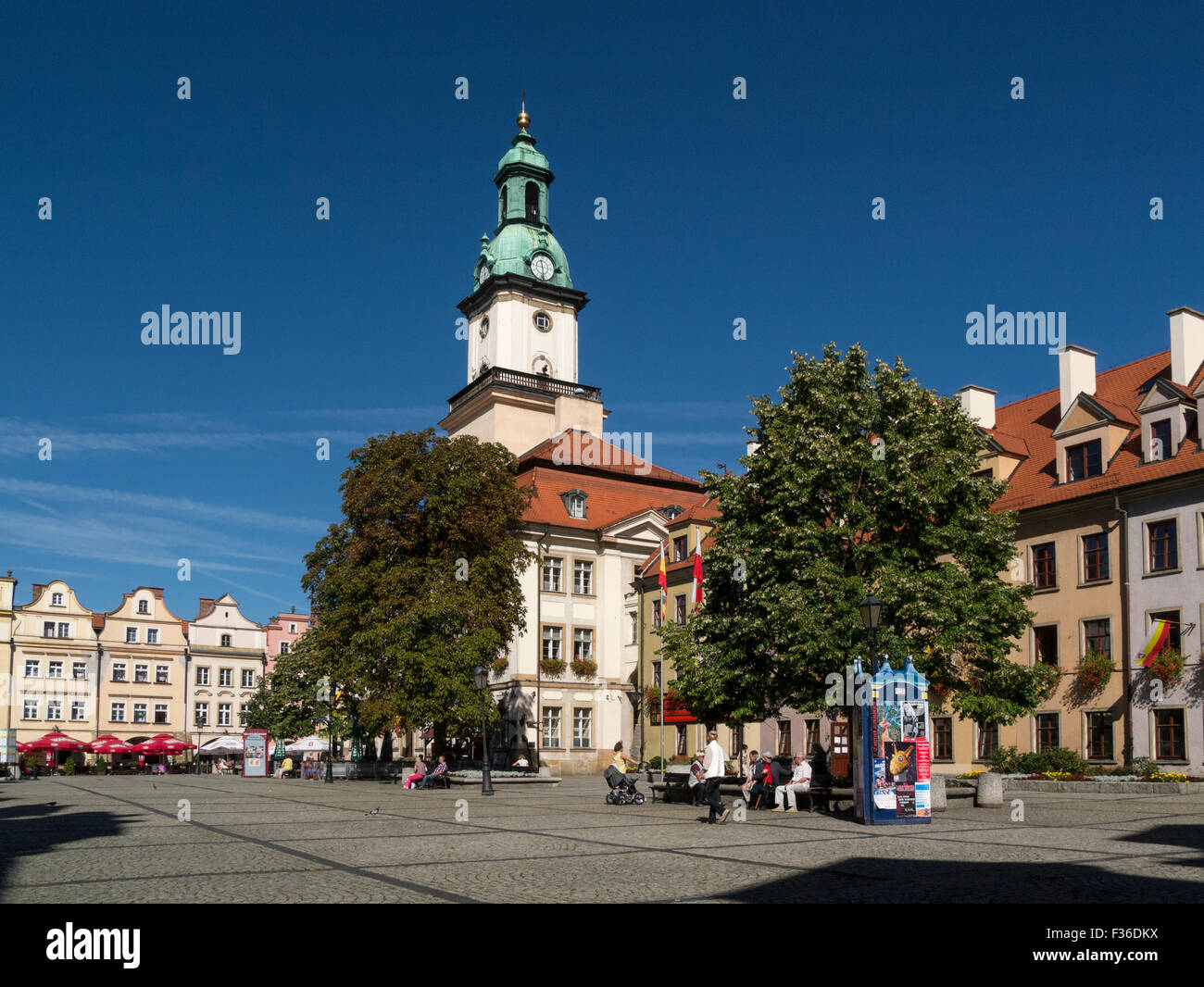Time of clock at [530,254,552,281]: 11:29
